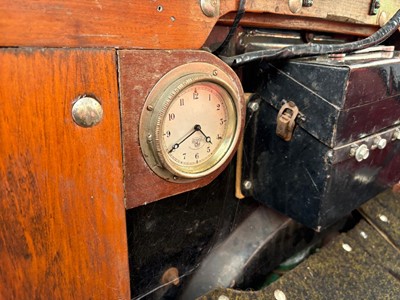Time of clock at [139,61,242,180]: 4:40
